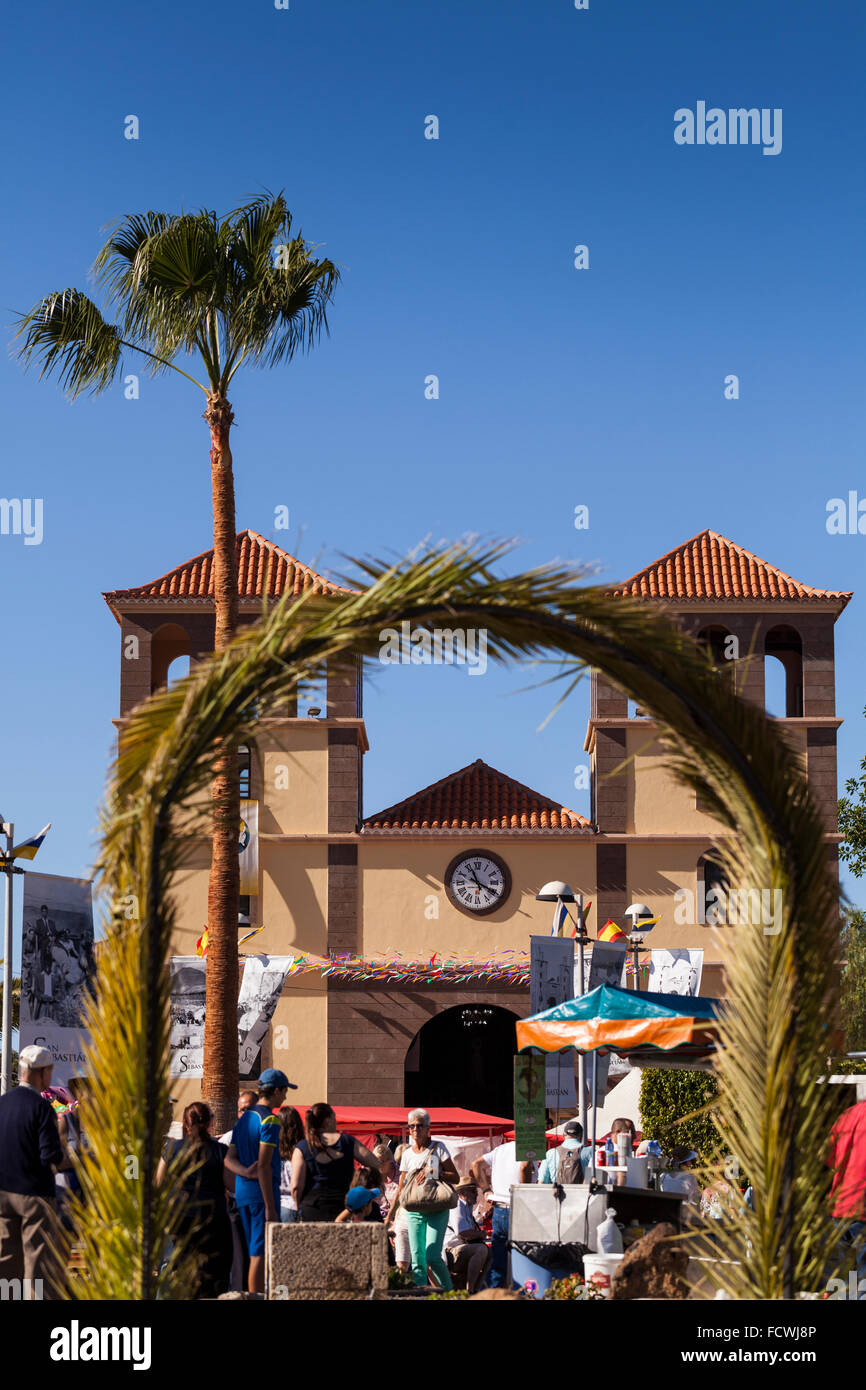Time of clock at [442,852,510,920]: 11:19
